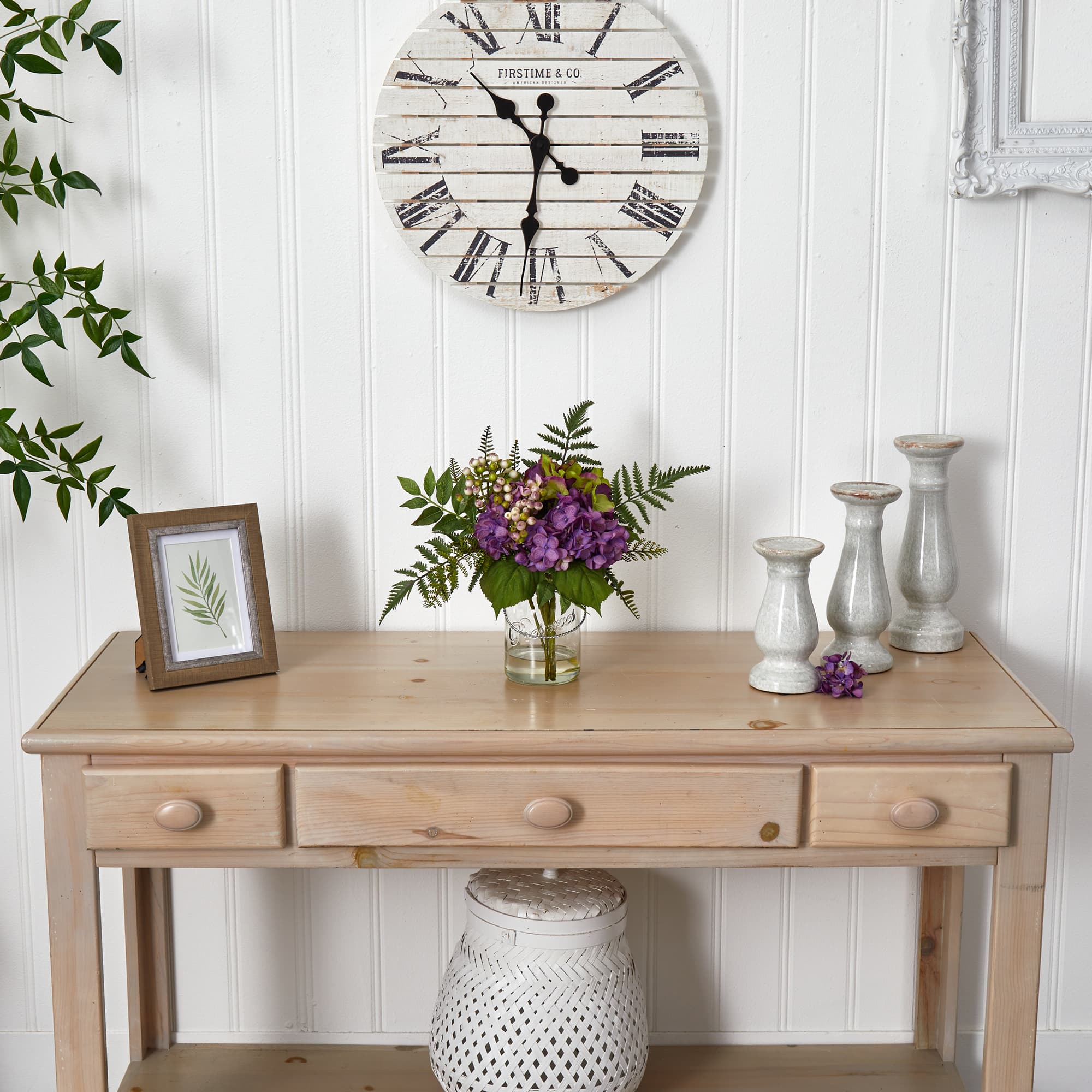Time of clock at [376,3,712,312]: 10:31
